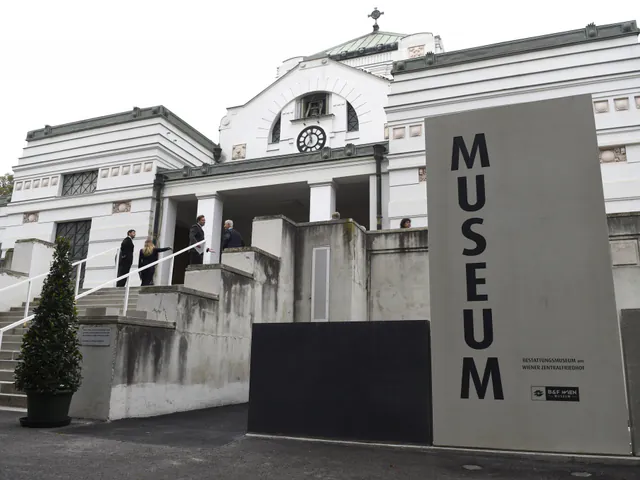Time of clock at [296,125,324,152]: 11:36
